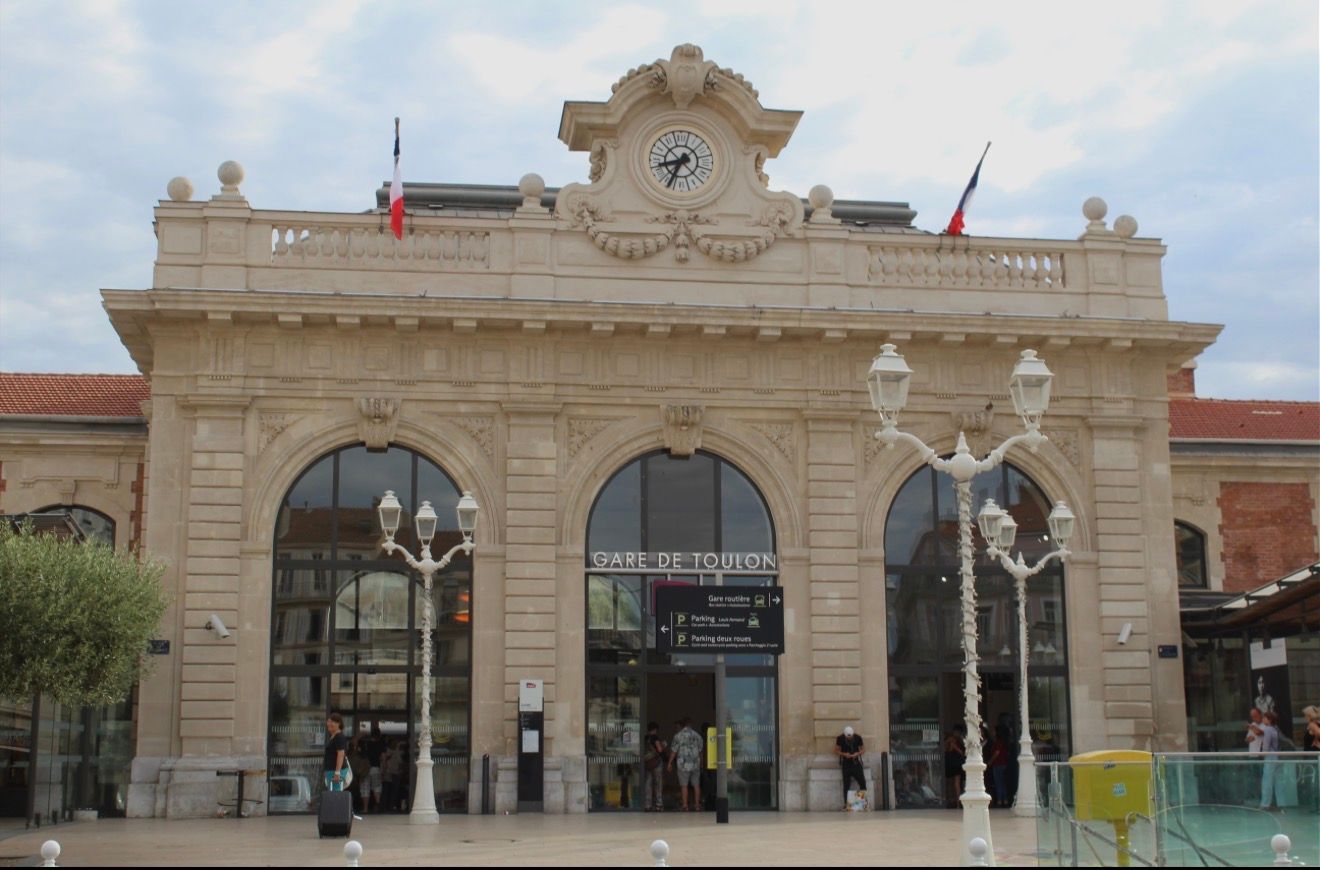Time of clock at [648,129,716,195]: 8:34
